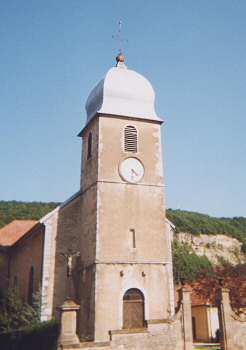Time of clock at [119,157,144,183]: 4:31
